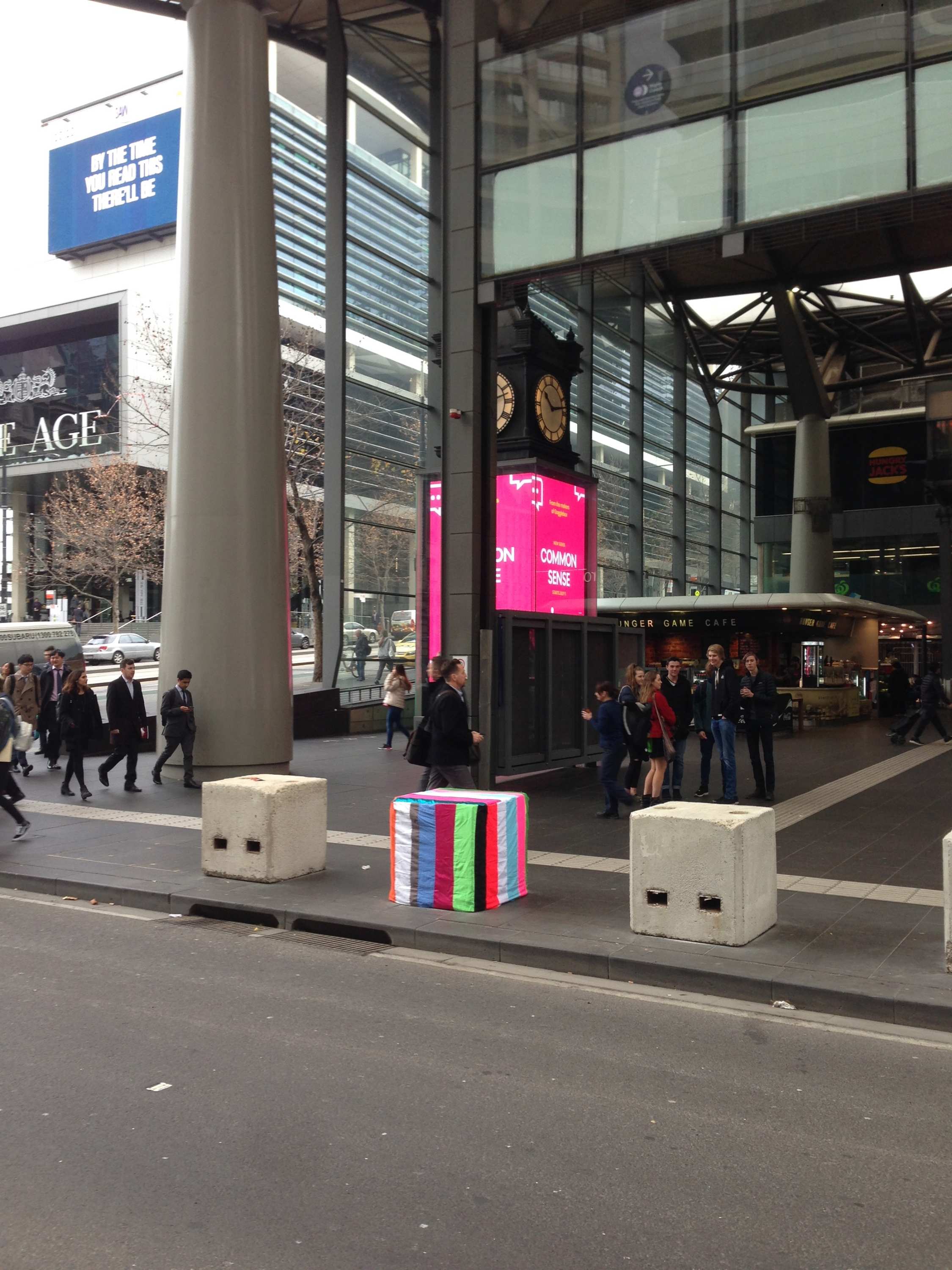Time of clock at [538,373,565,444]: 10:13
